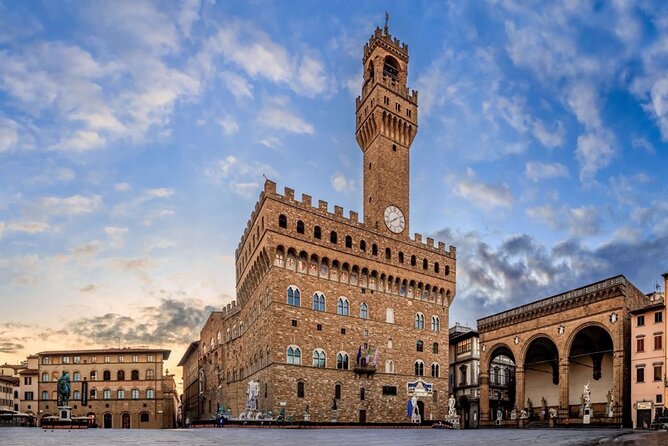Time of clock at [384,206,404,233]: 1:39
